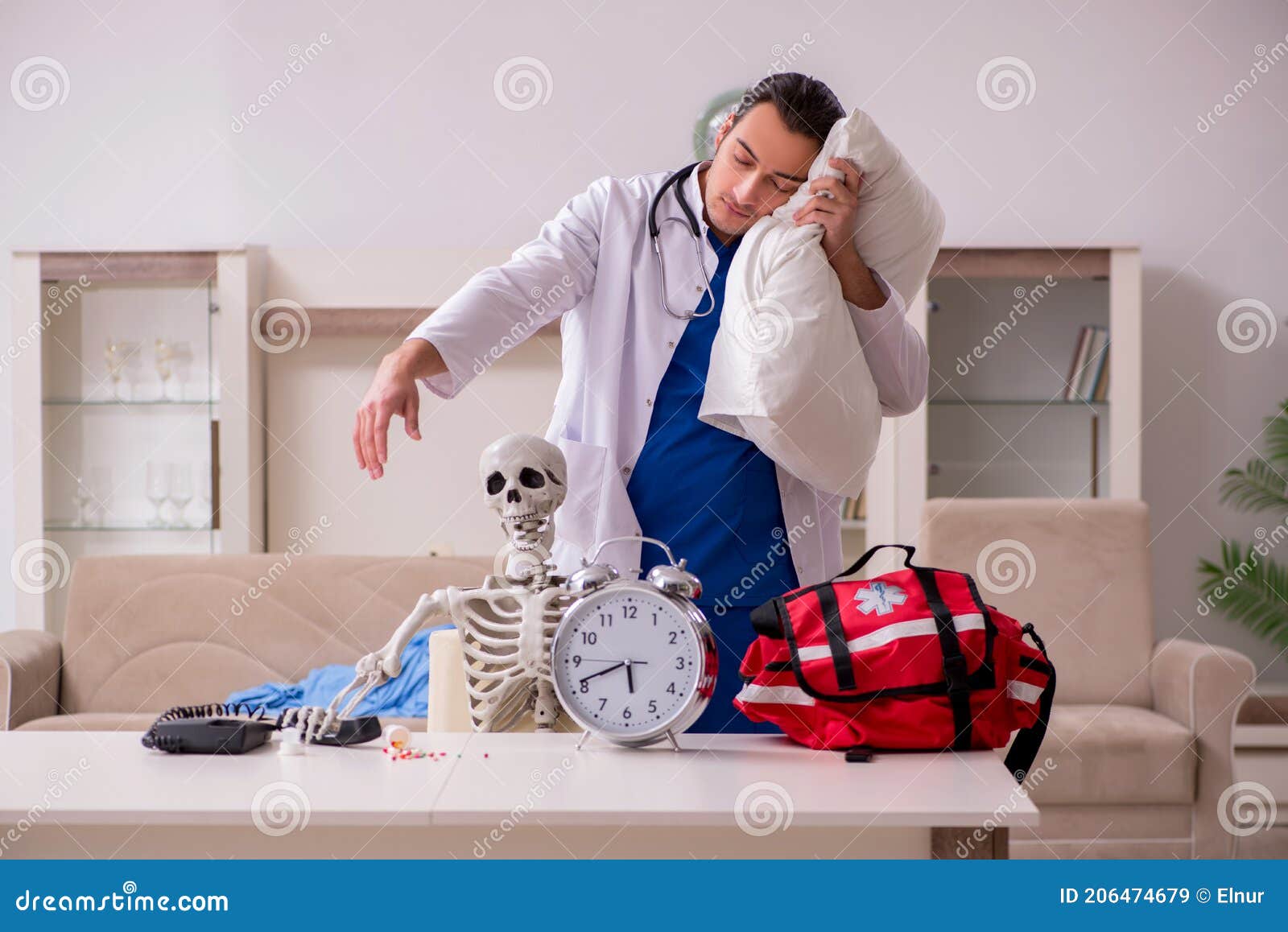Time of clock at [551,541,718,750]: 5:41
